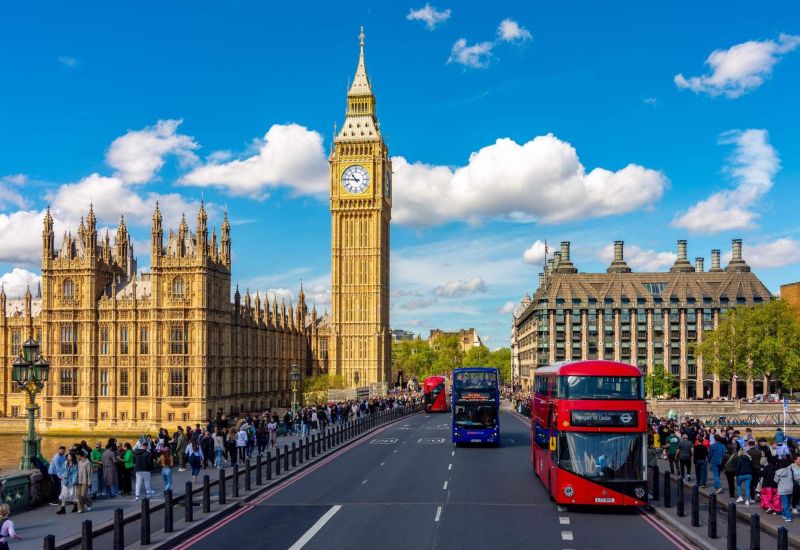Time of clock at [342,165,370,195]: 10:45
